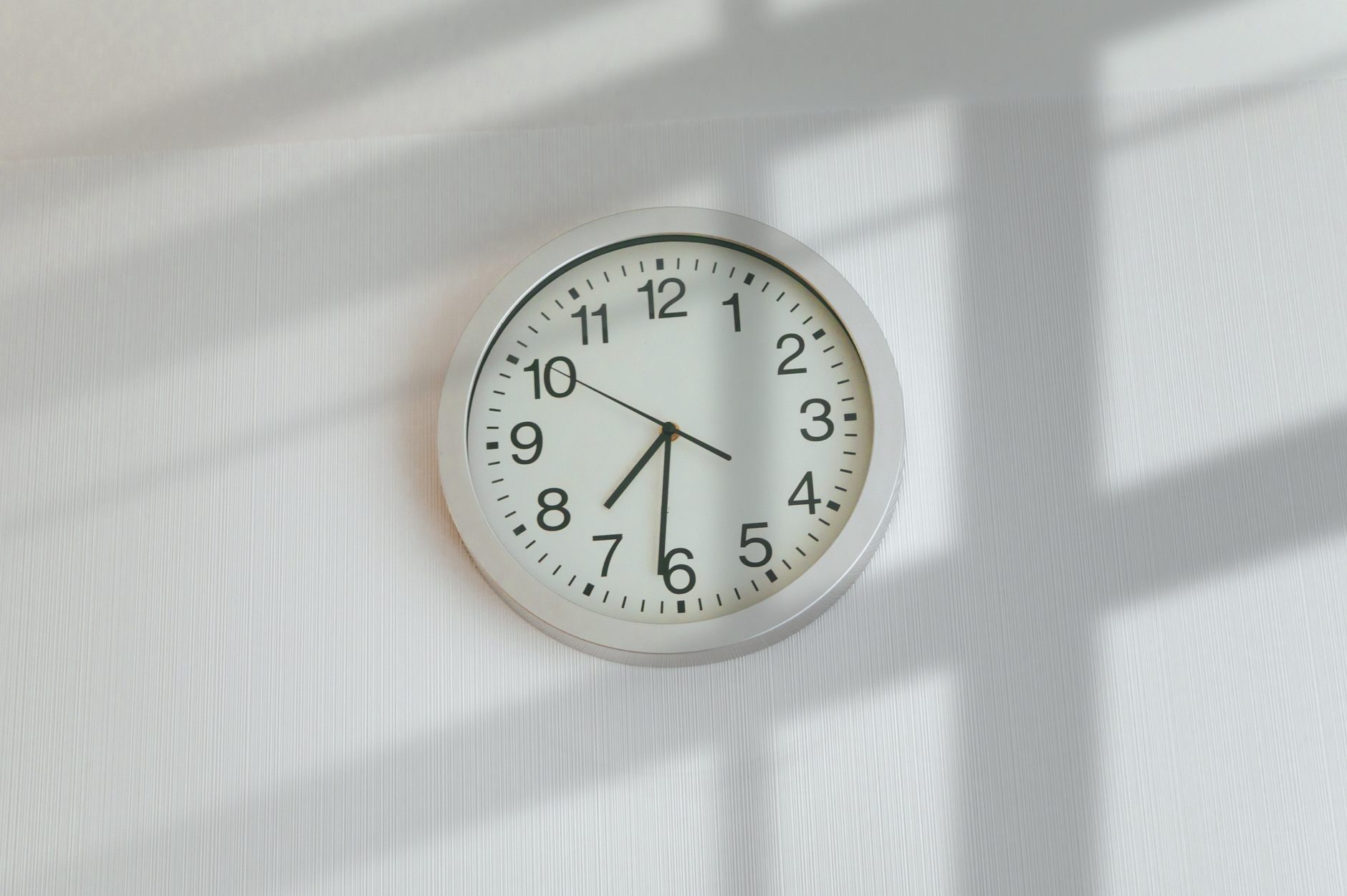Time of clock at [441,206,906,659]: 7:31
